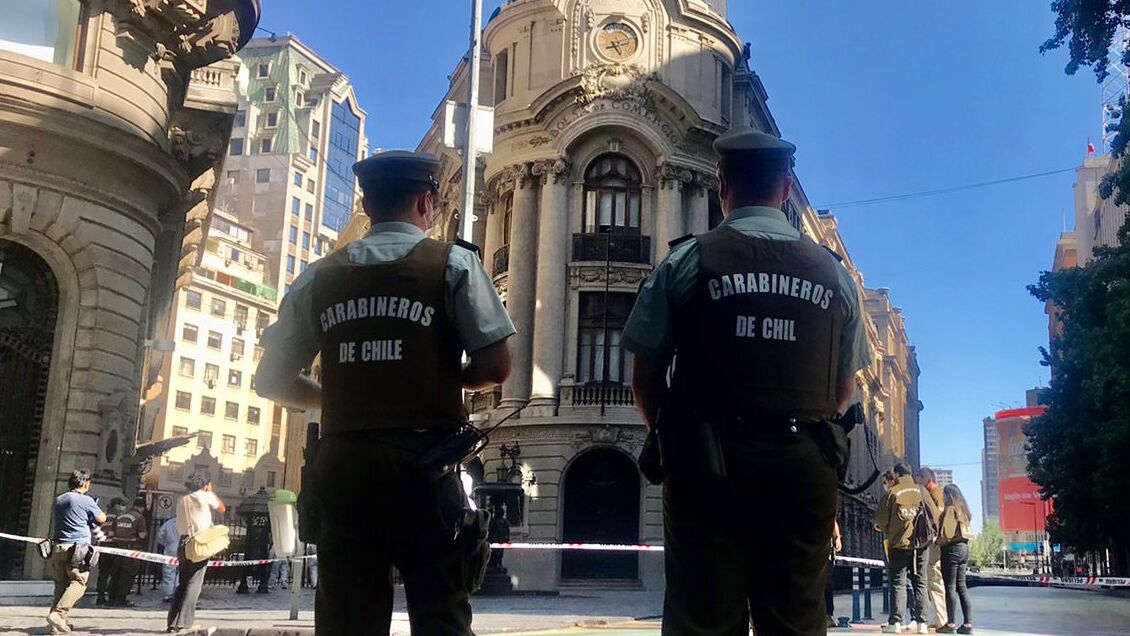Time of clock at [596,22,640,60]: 5:11
